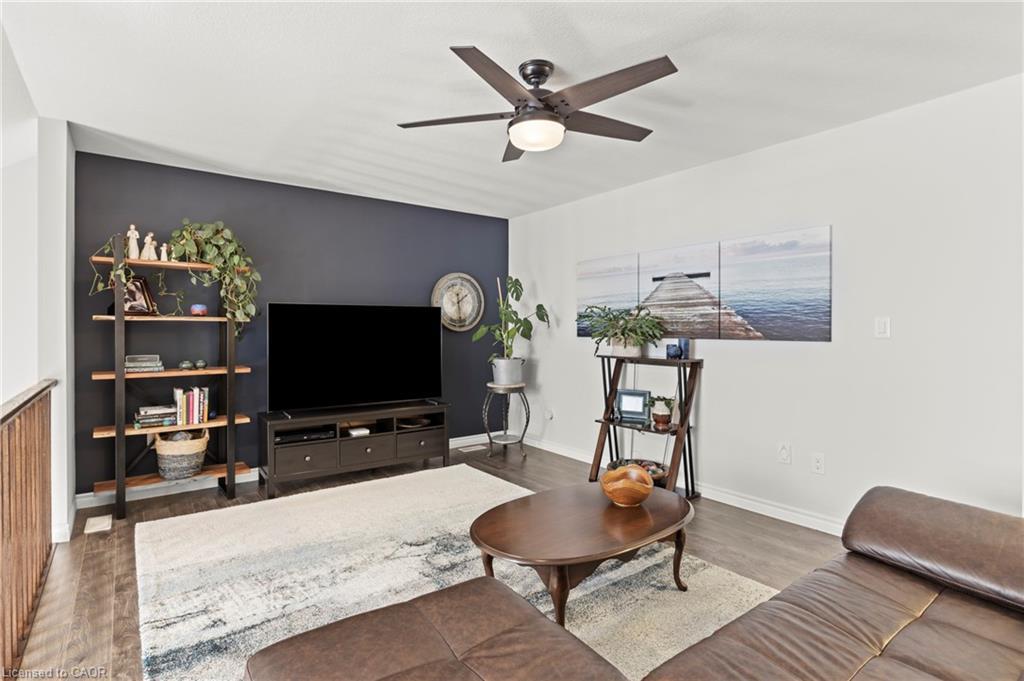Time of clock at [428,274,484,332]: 1:28
